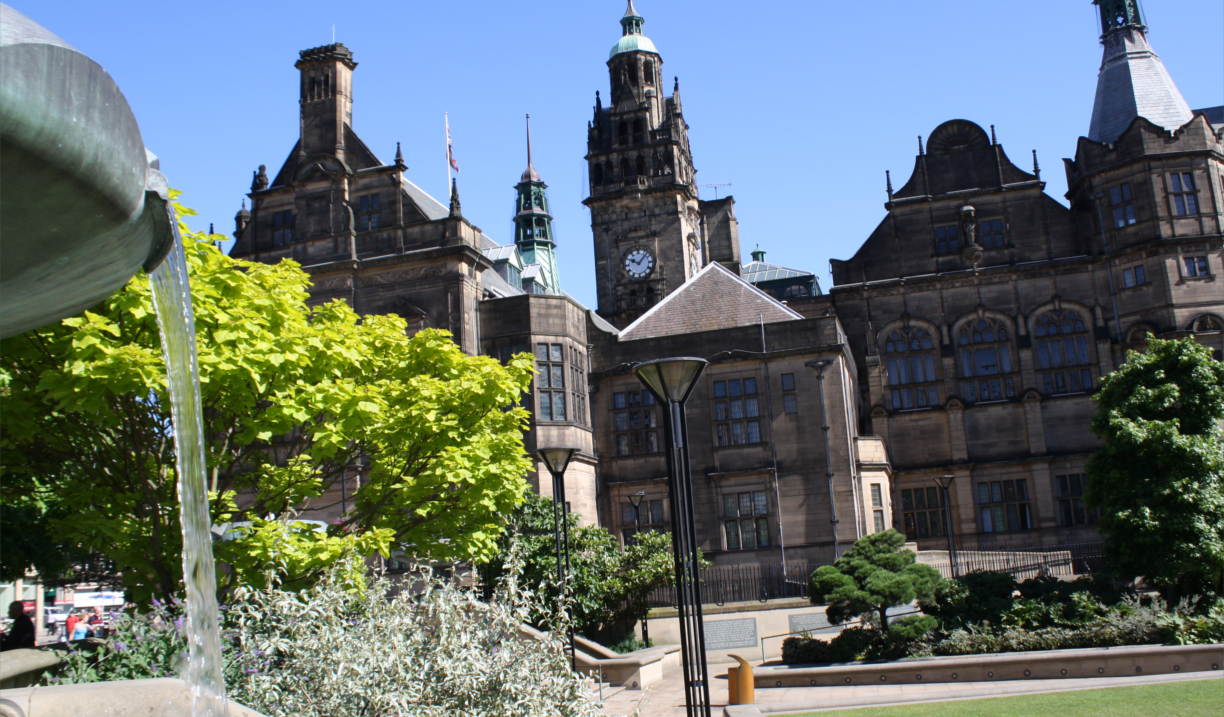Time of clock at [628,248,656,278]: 10:07
